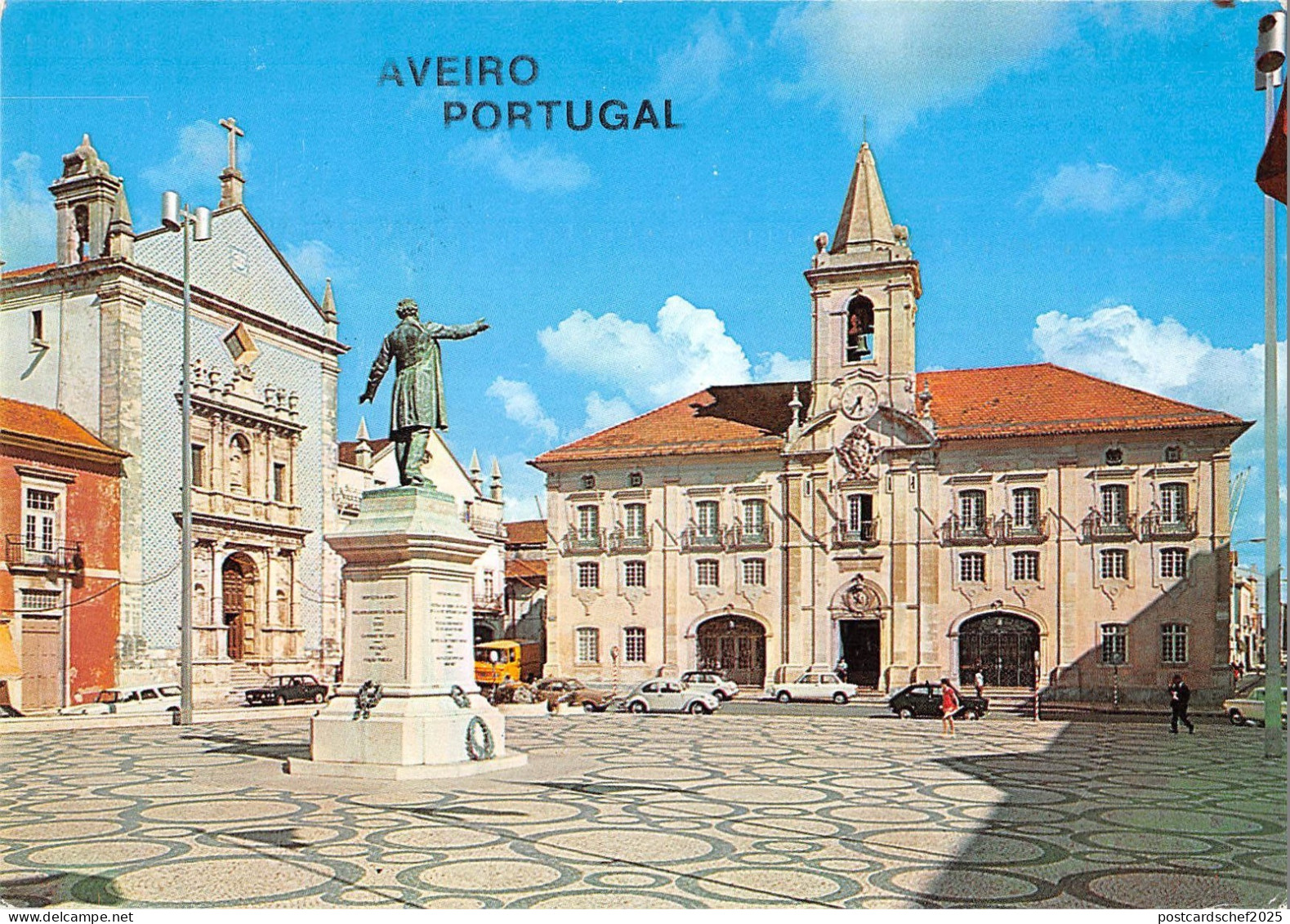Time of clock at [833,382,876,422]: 5:35
